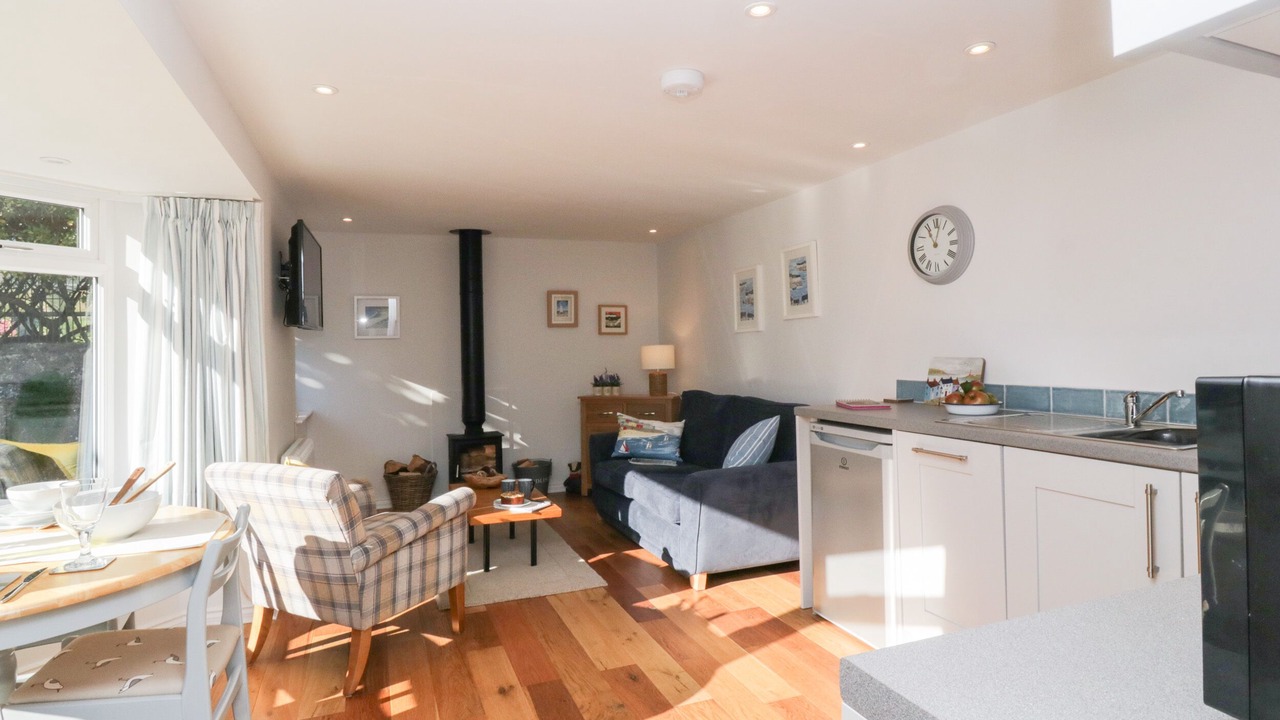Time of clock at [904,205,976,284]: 11:02
